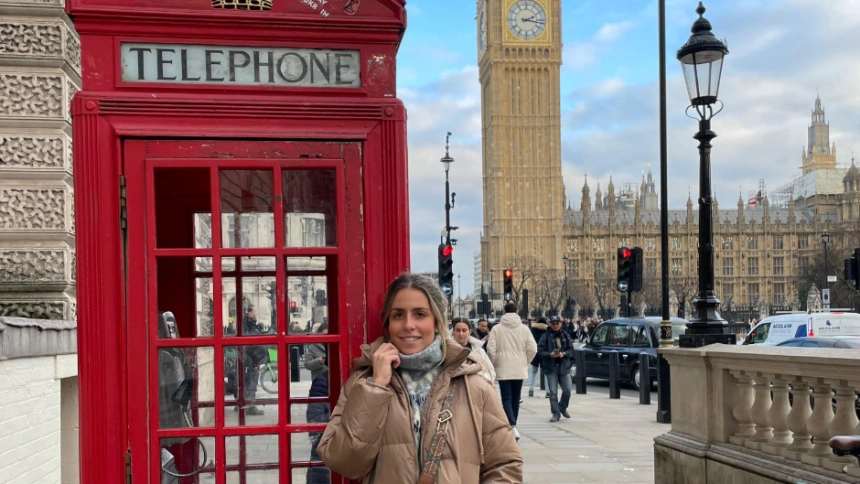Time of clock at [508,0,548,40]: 2:16
